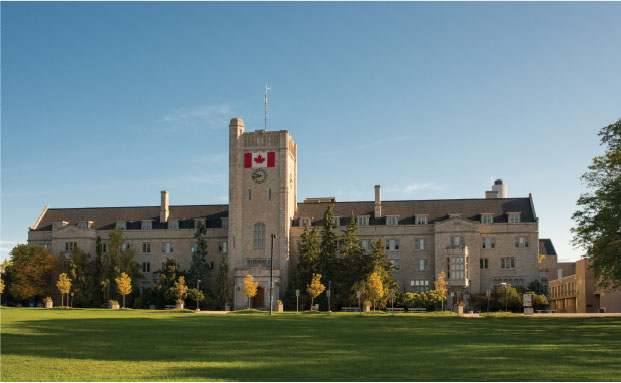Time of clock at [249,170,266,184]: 9:42
